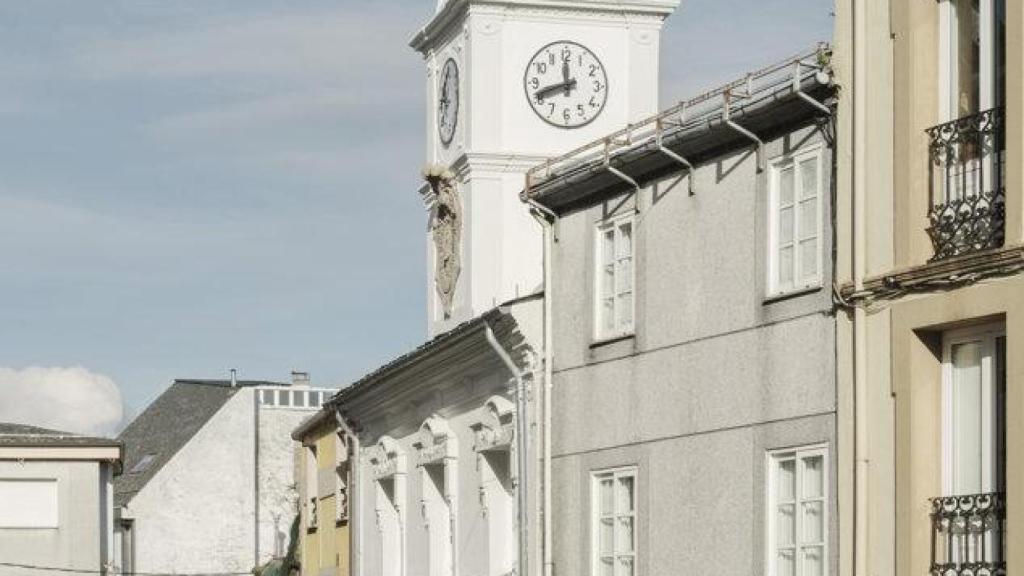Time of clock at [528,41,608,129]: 11:41
